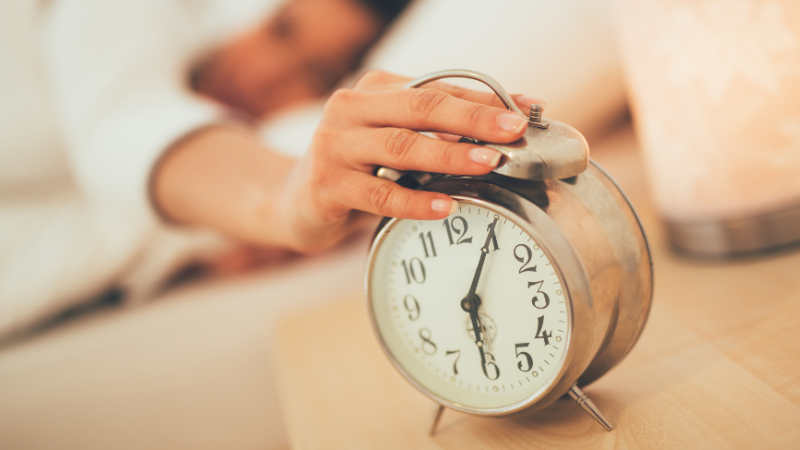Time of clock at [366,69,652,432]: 6:05
